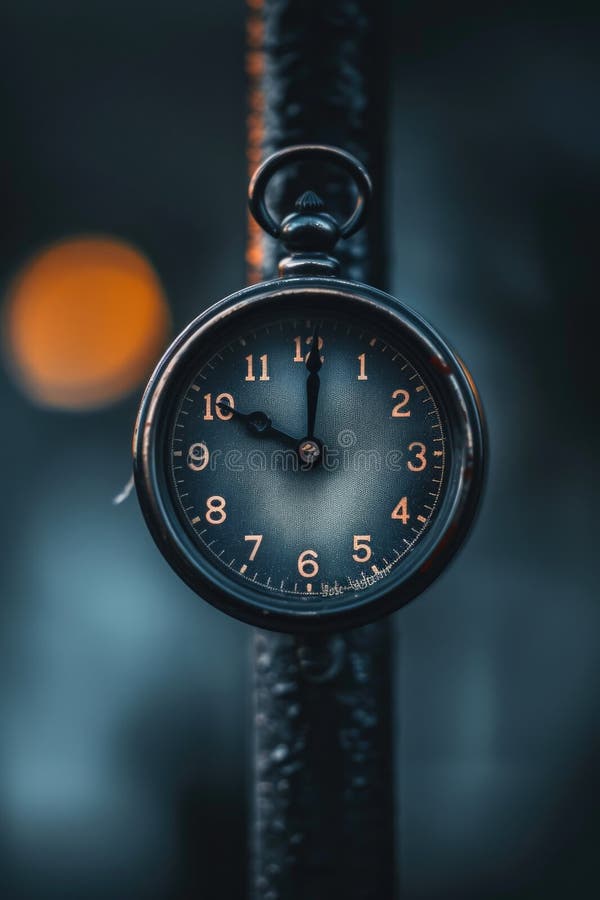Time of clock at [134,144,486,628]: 10:00
